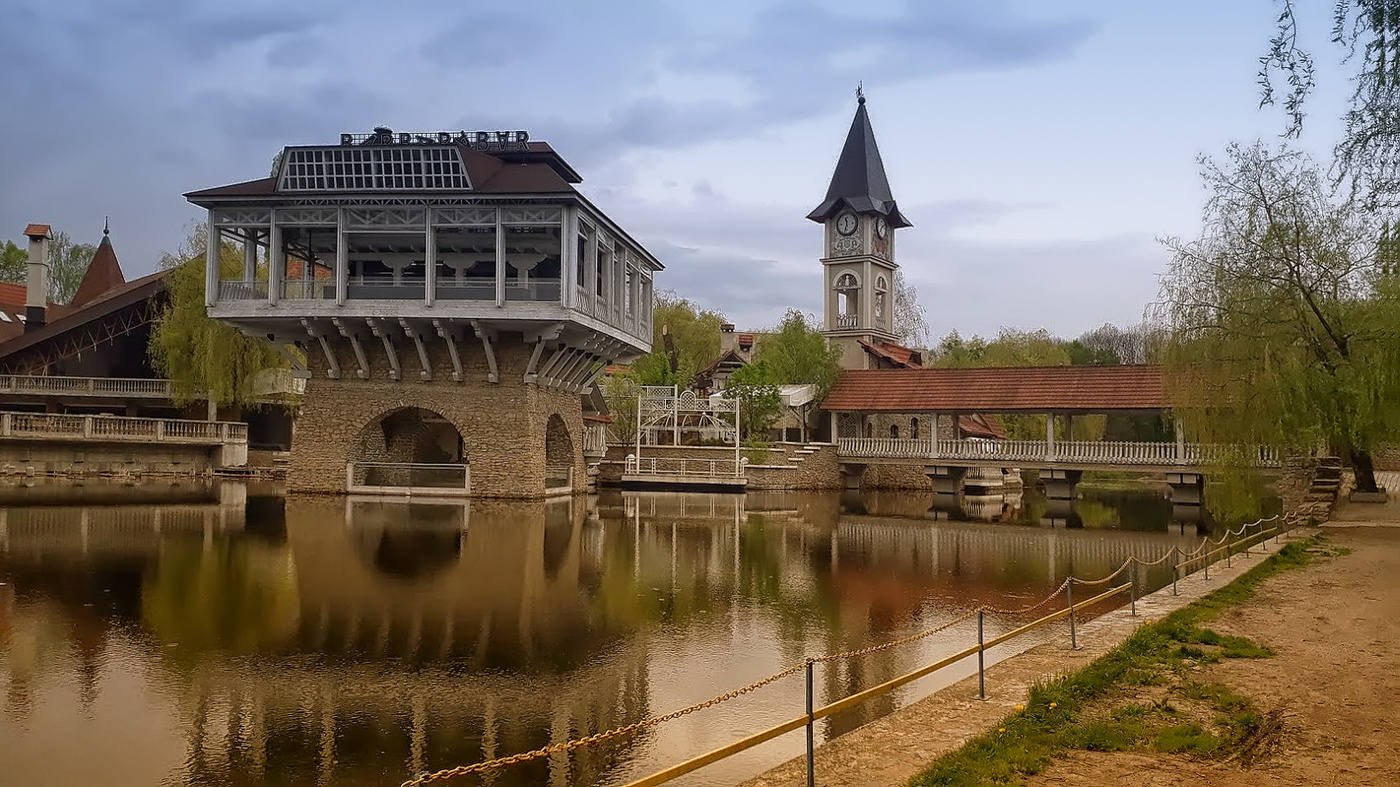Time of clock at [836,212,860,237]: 11:32
